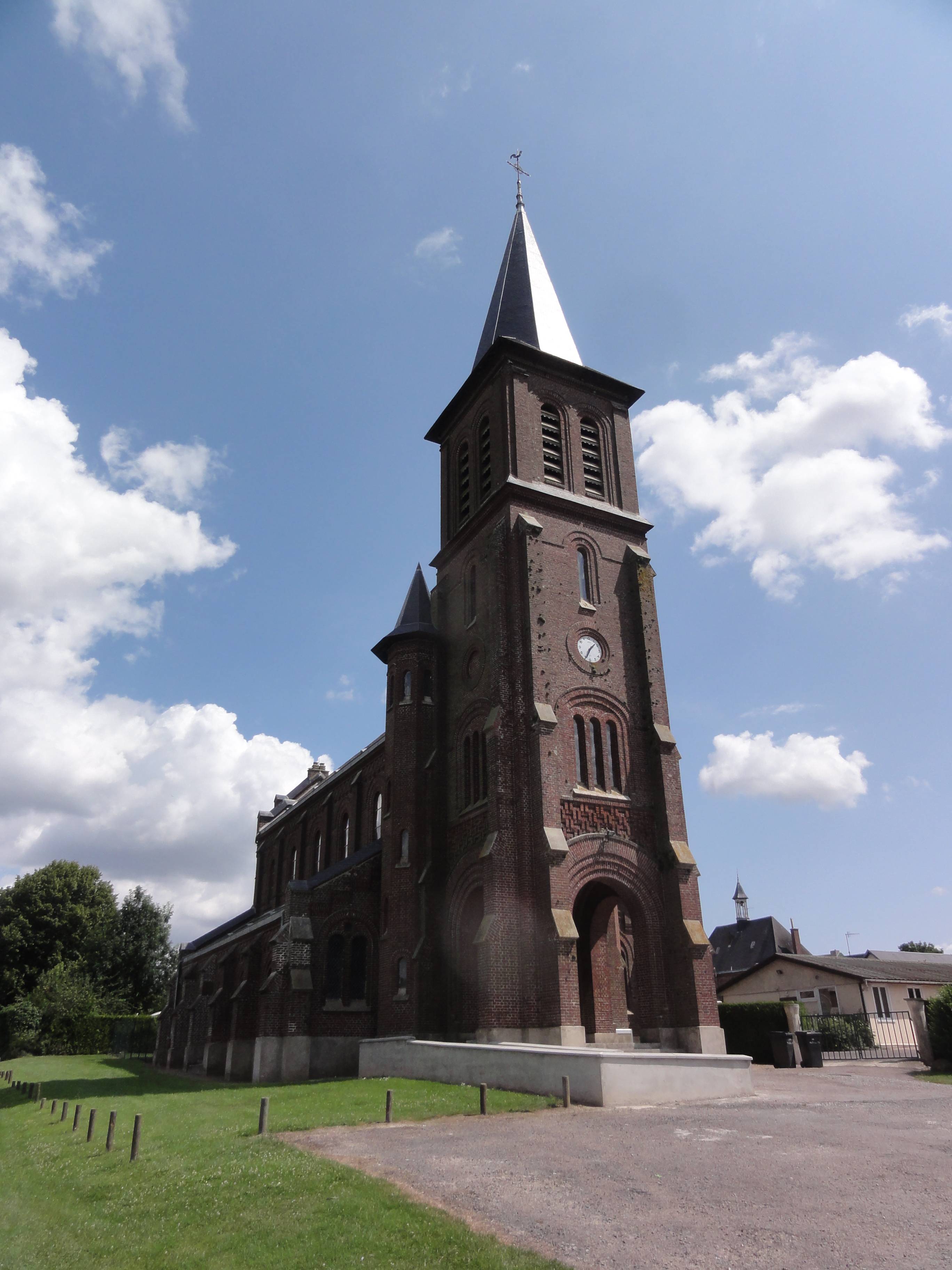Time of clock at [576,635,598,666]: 1:34
